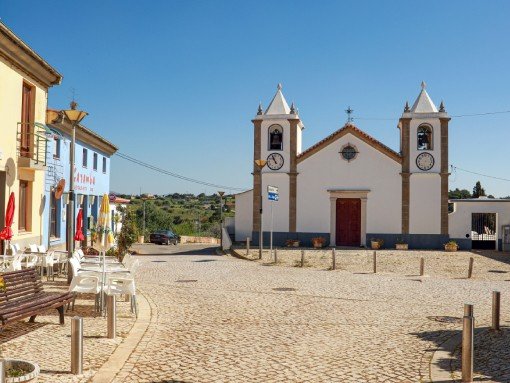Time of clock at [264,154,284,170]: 10:56
